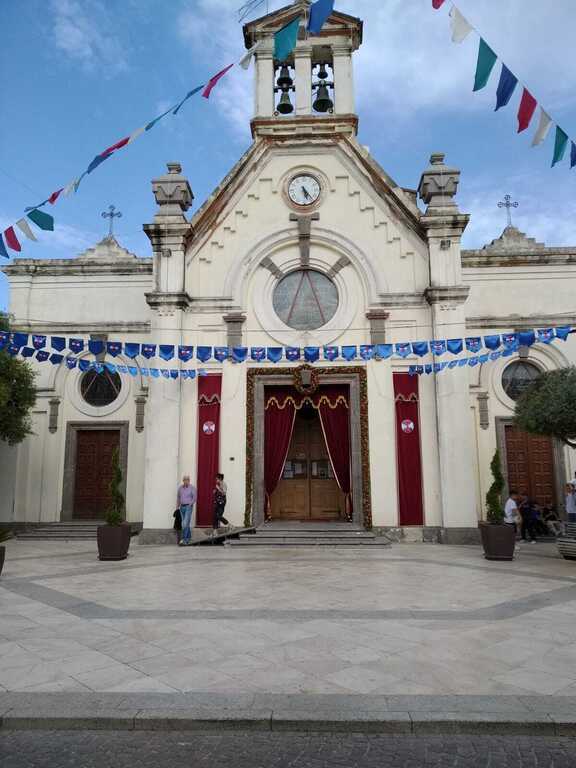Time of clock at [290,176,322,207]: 5:23
